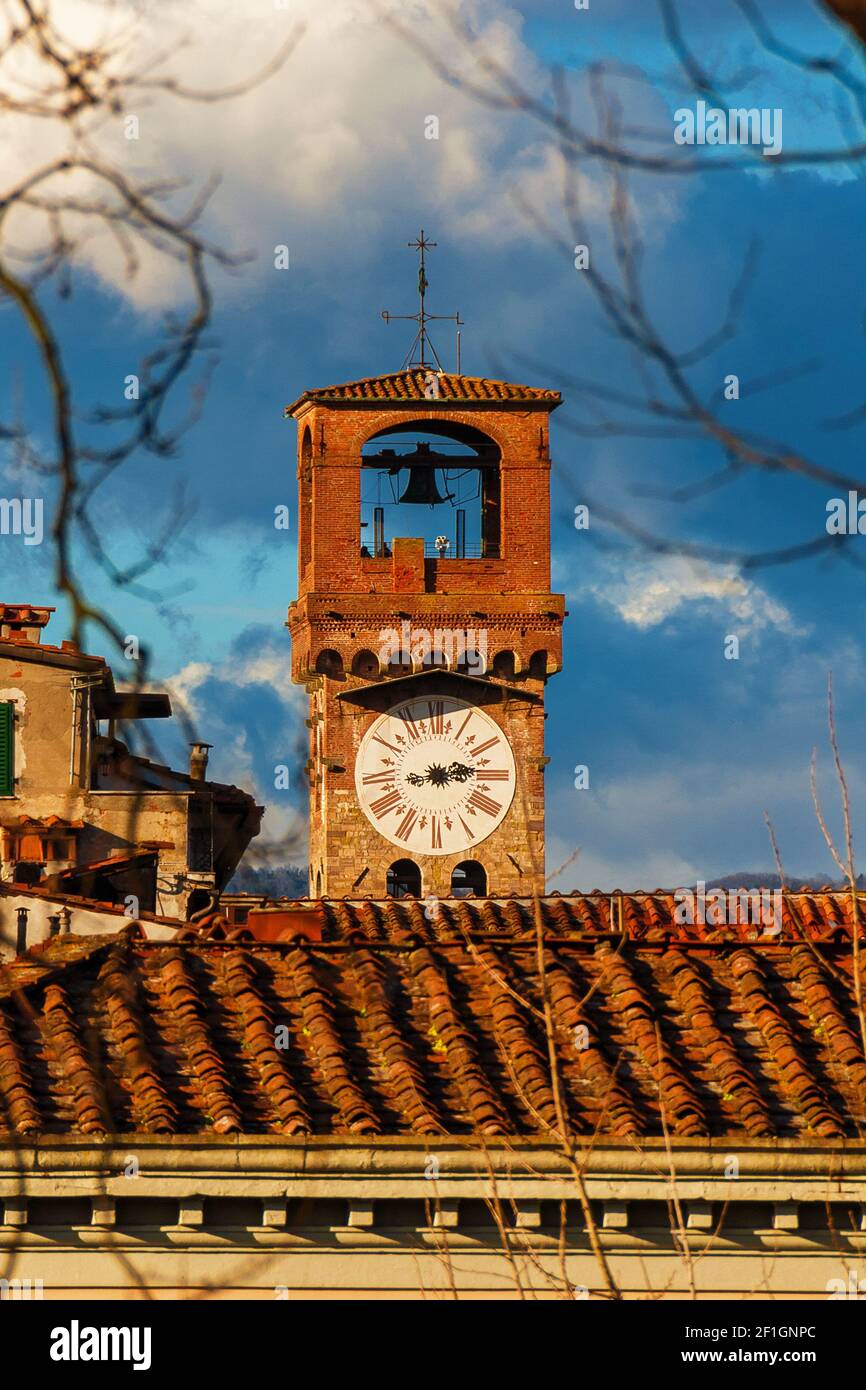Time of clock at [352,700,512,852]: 2:12
